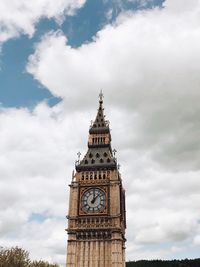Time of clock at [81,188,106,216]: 12:07
